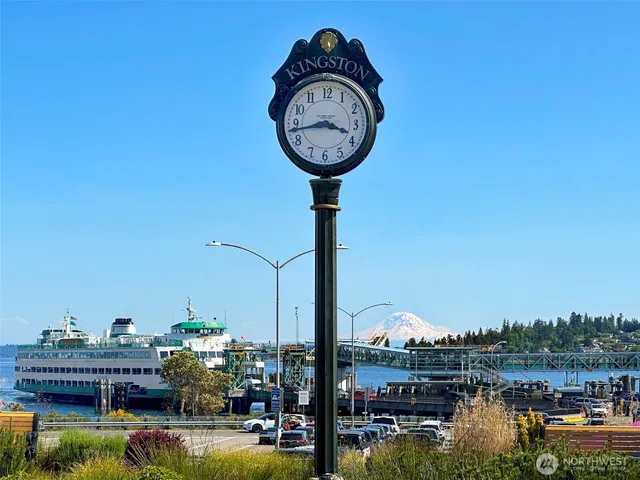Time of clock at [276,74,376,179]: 3:43
